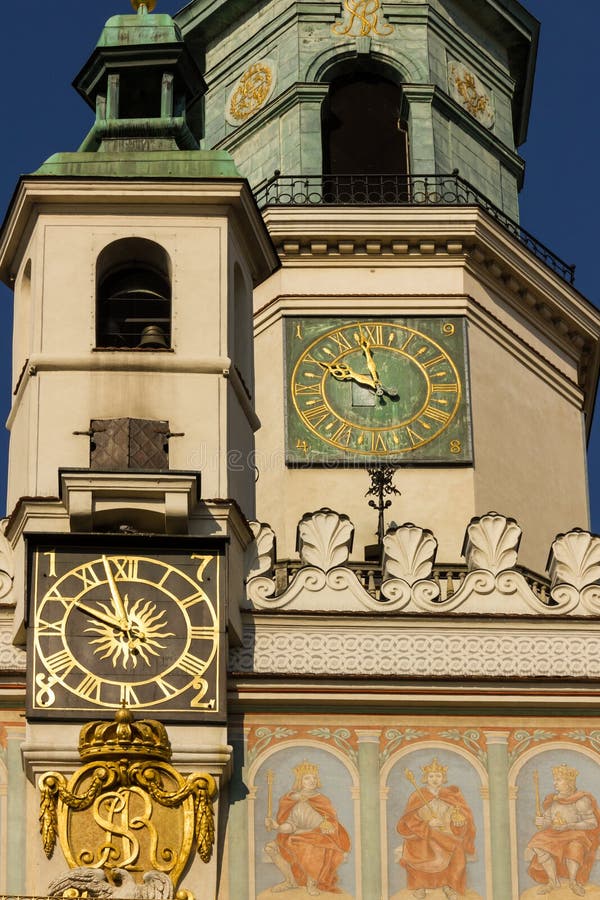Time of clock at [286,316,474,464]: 9:57
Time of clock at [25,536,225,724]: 9:57
